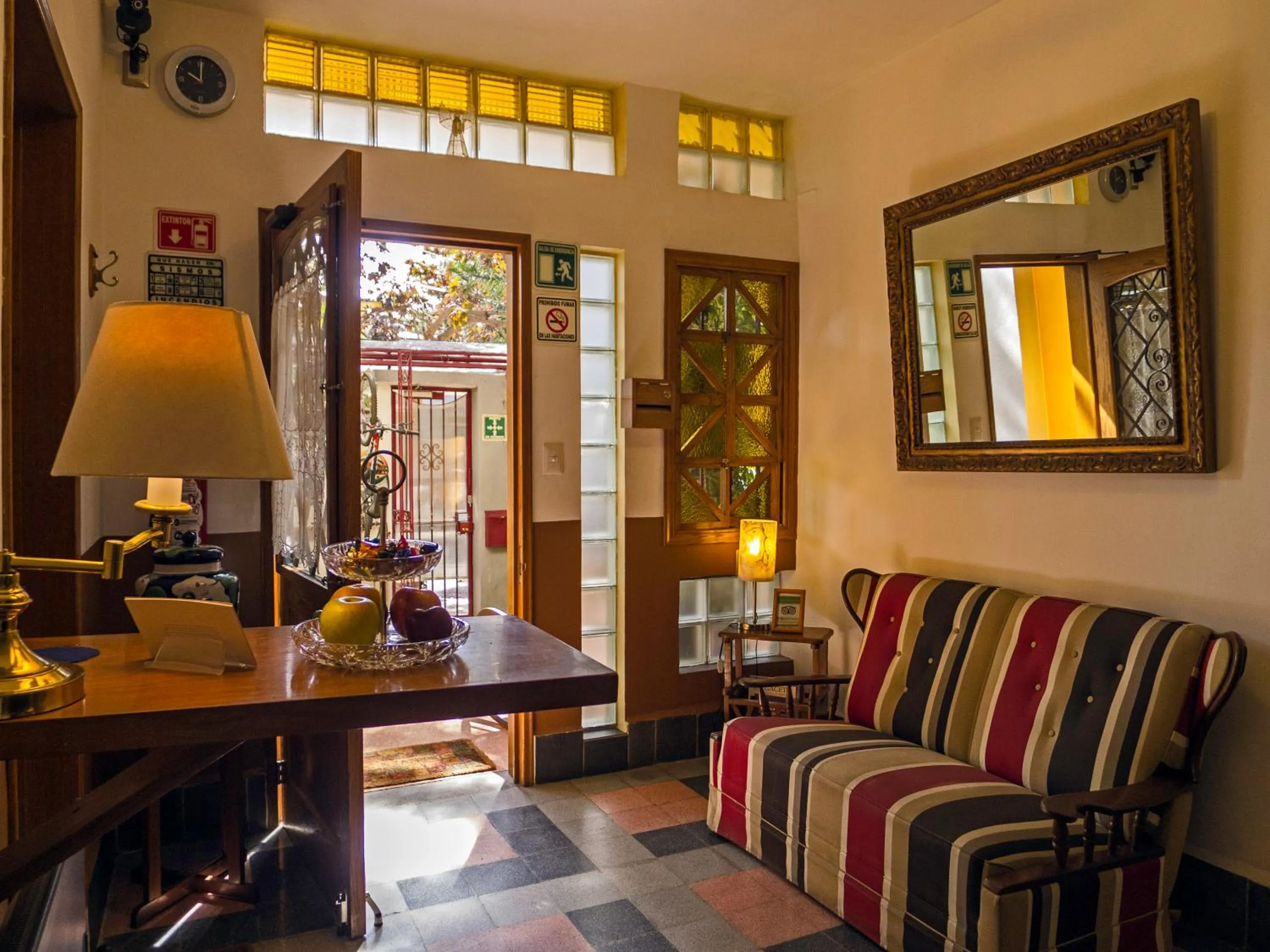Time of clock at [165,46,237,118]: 10:00
